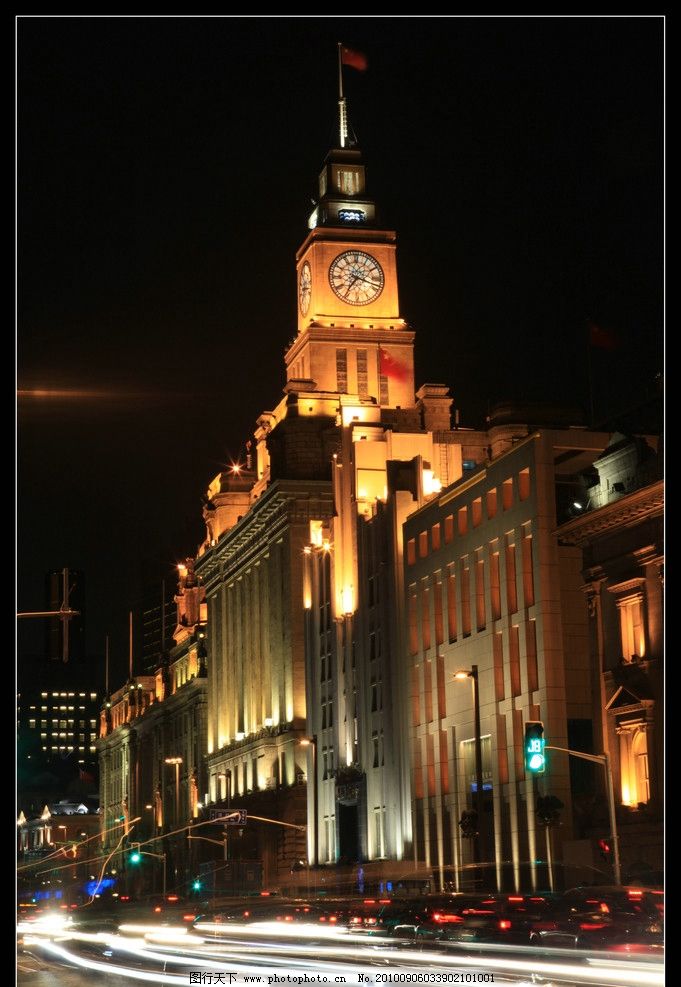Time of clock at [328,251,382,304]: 7:17
